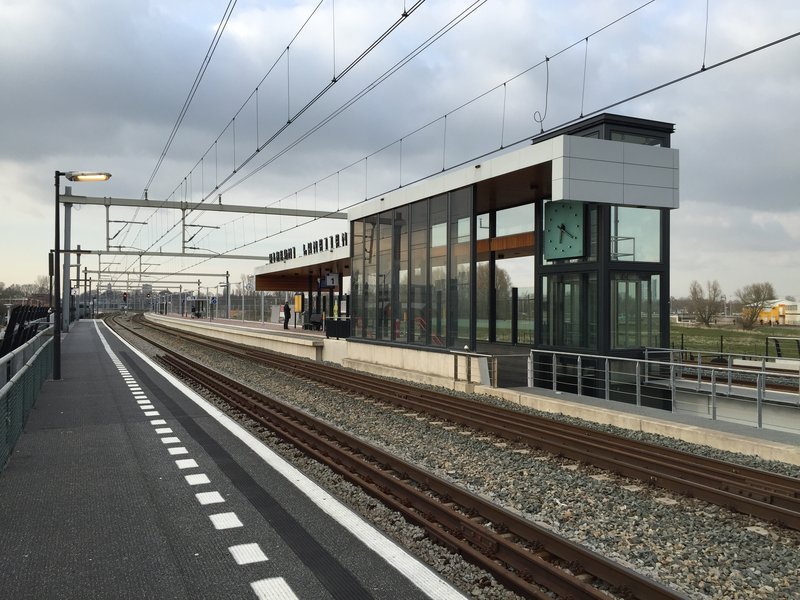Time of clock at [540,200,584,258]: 6:20
